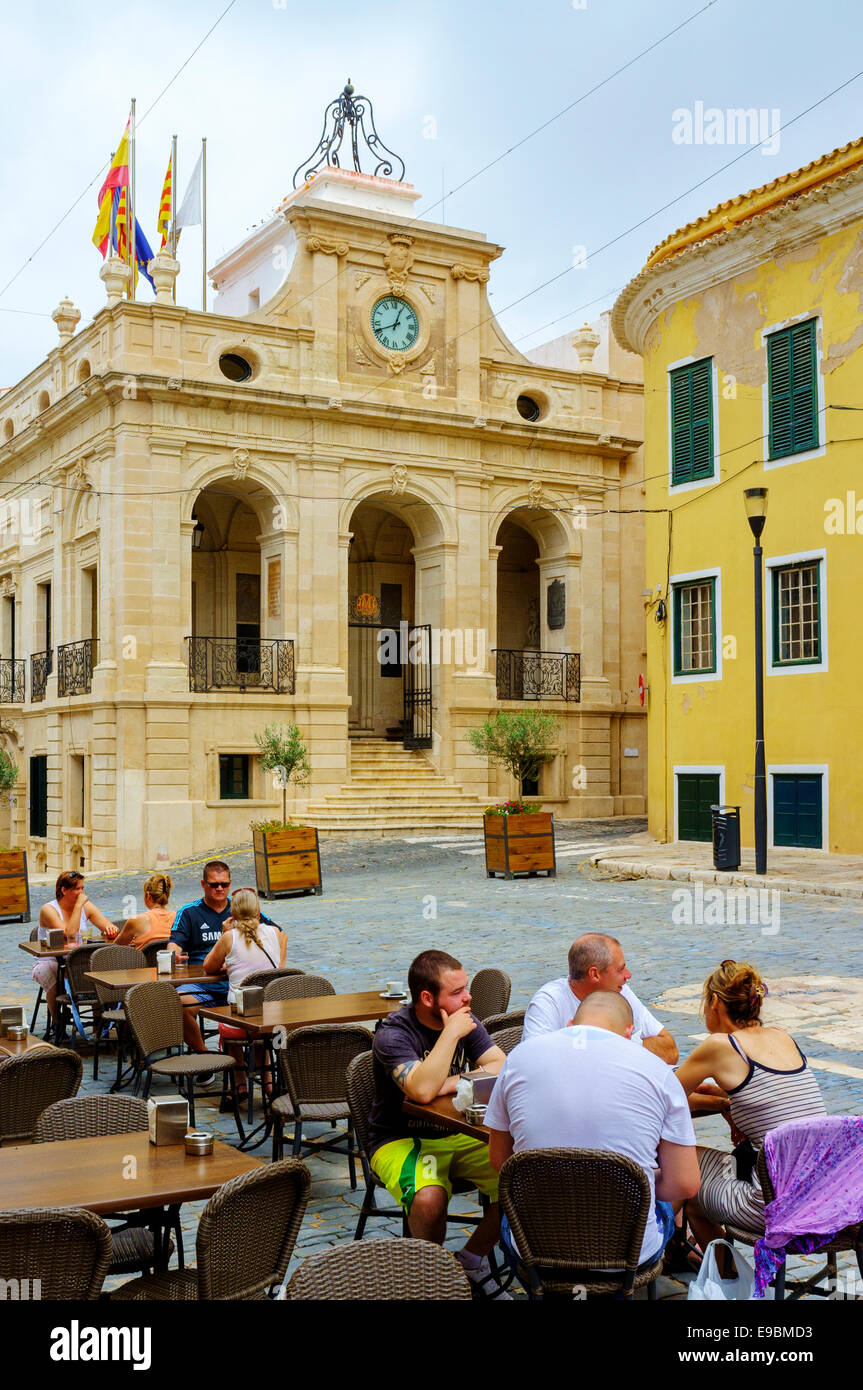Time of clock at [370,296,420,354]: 12:41
